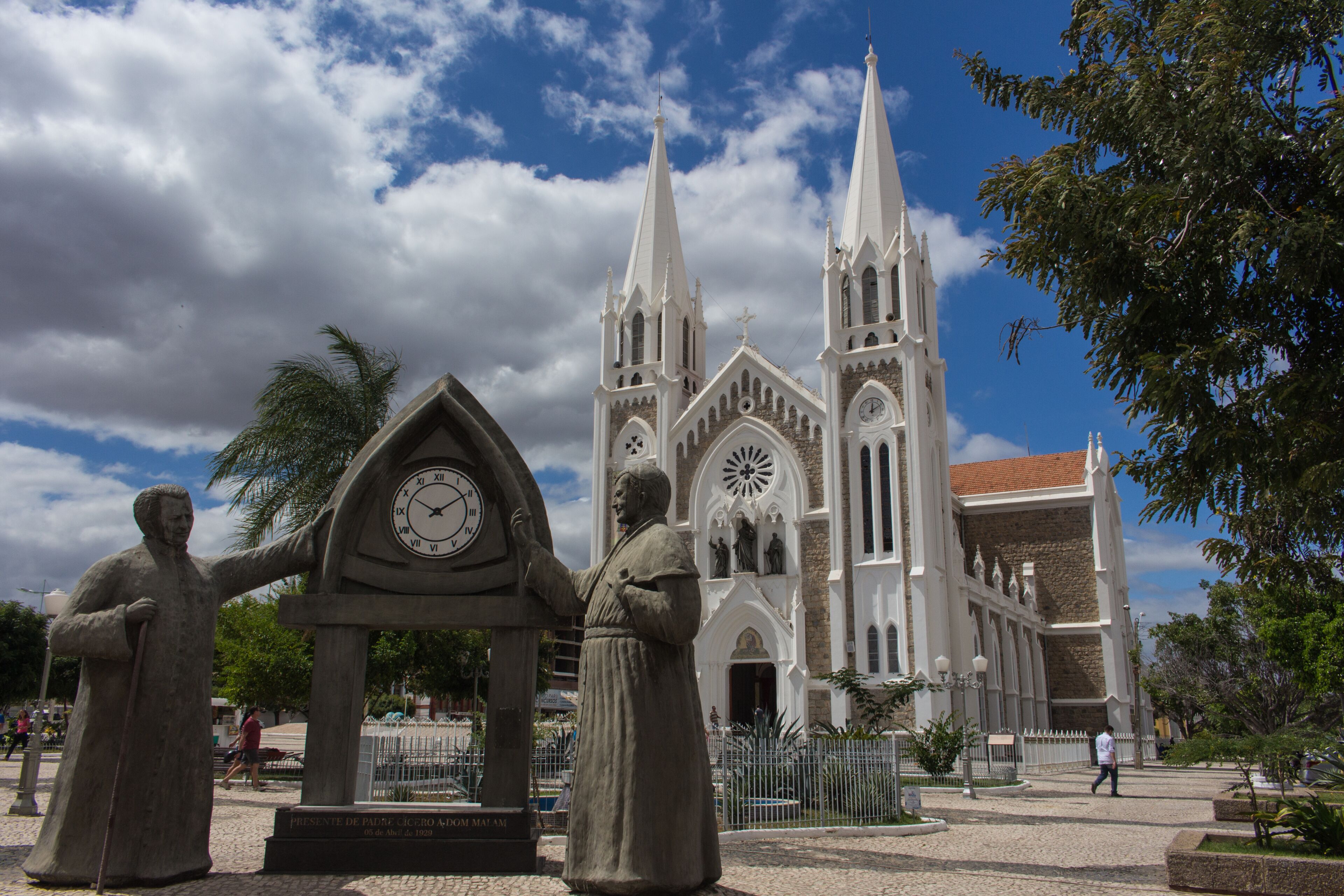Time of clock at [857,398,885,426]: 12:10
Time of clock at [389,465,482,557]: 10:09
